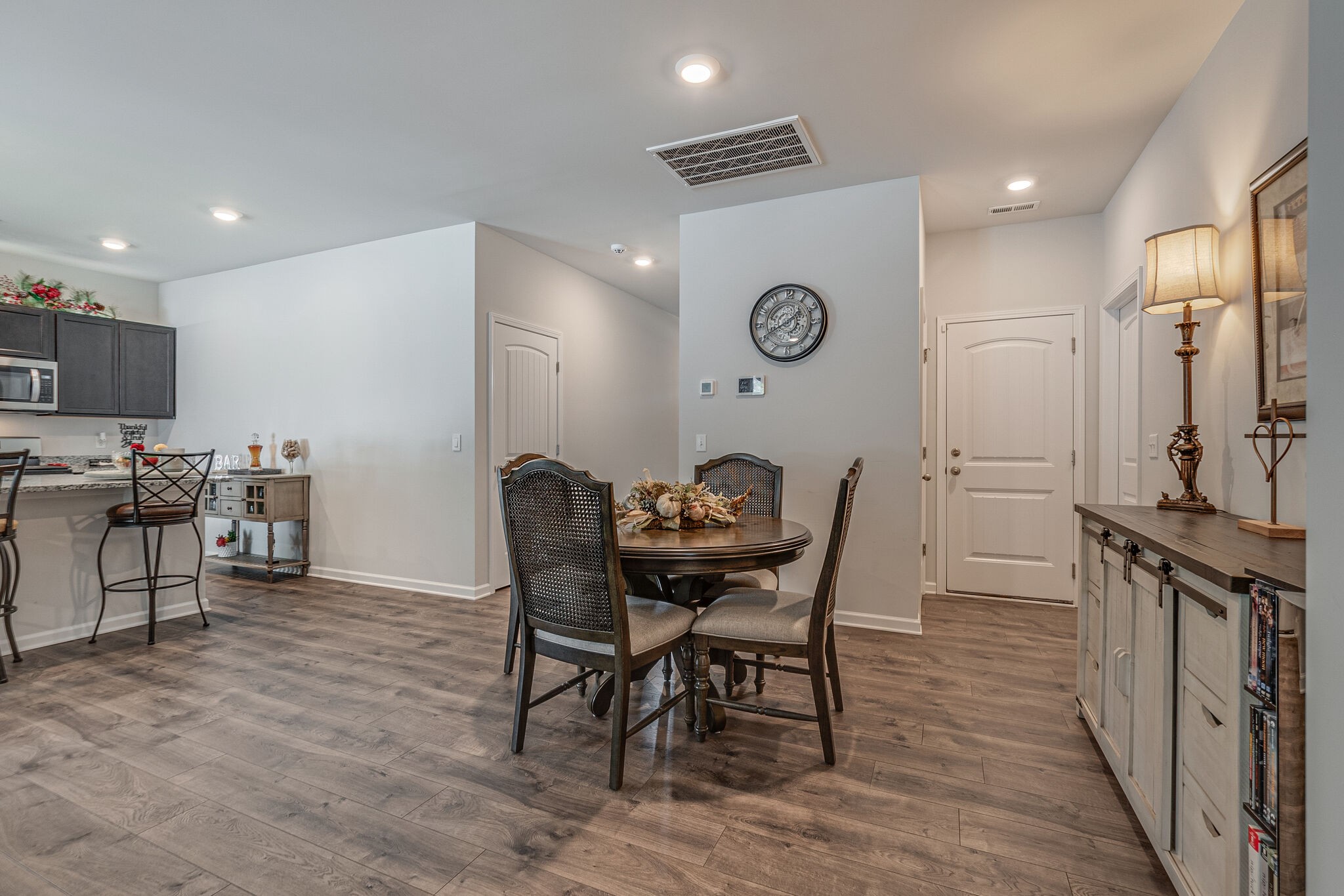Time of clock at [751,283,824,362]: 1:41
